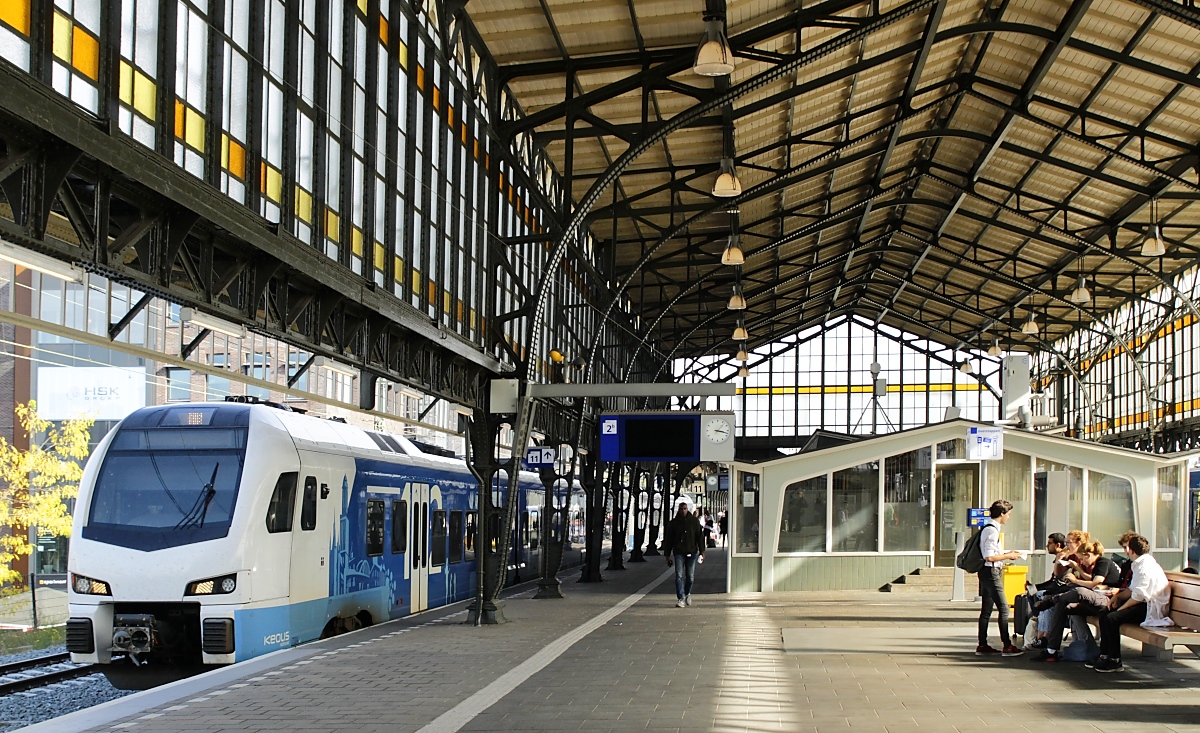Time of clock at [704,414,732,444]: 3:17
